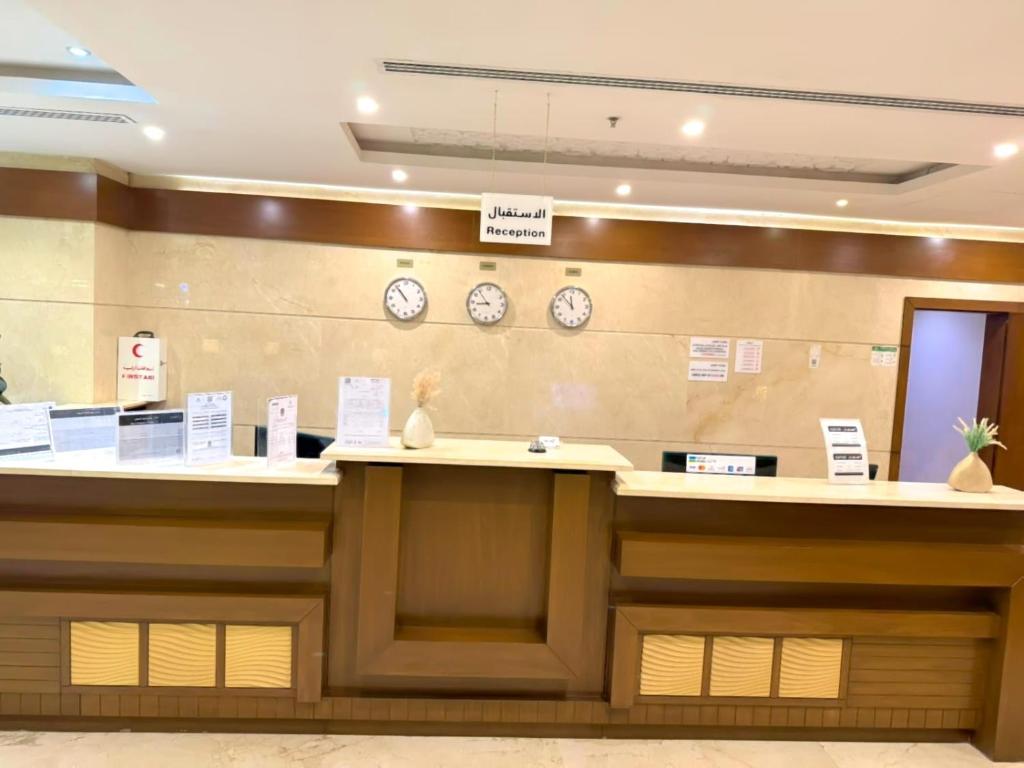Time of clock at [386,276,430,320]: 10:53
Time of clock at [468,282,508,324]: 8:53
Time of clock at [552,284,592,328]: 11:53
